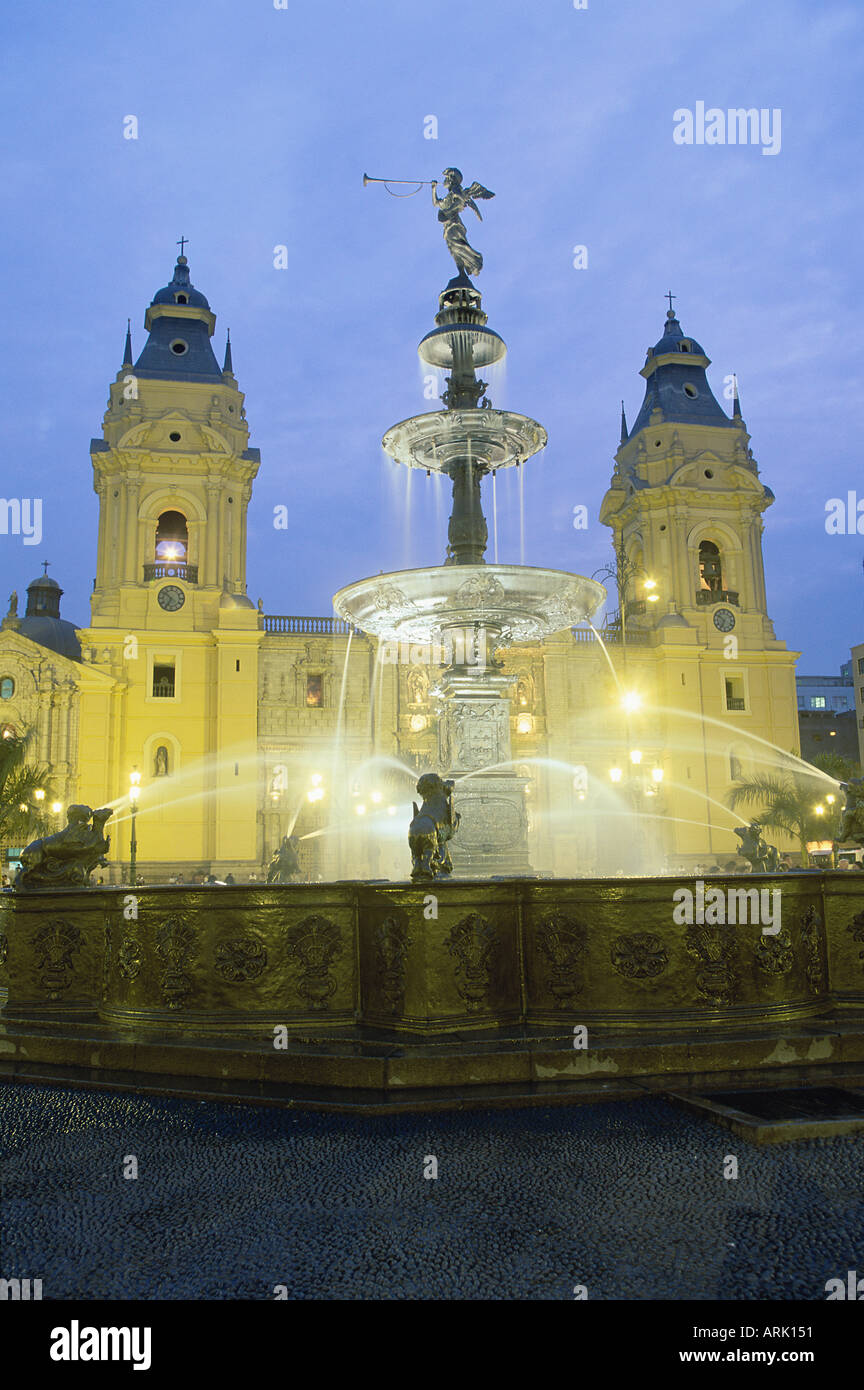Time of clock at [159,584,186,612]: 6:51
